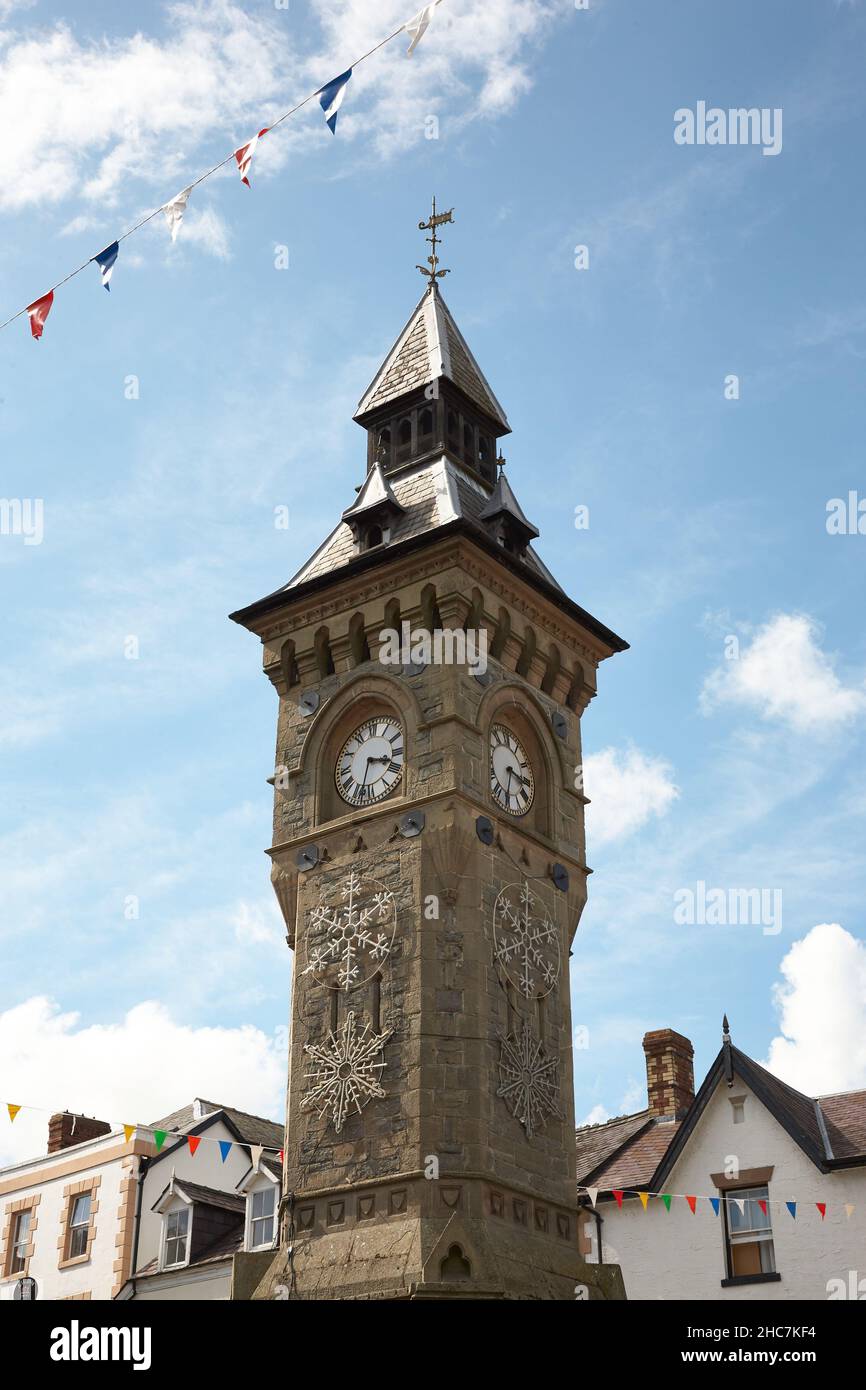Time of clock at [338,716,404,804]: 3:32
